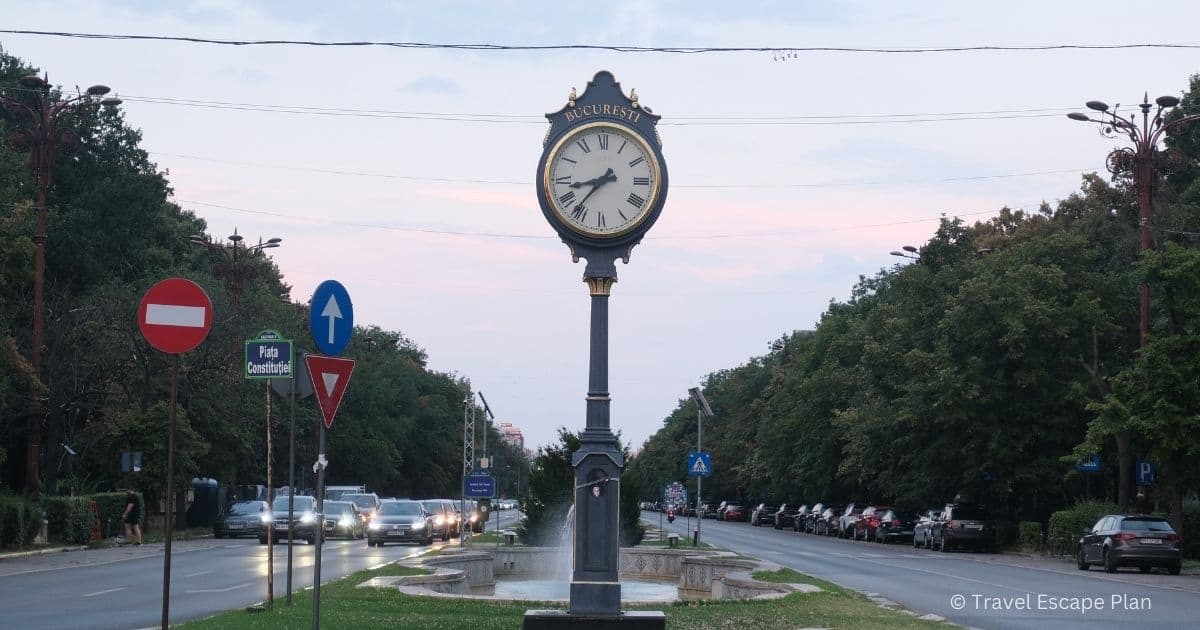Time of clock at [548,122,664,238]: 8:36
